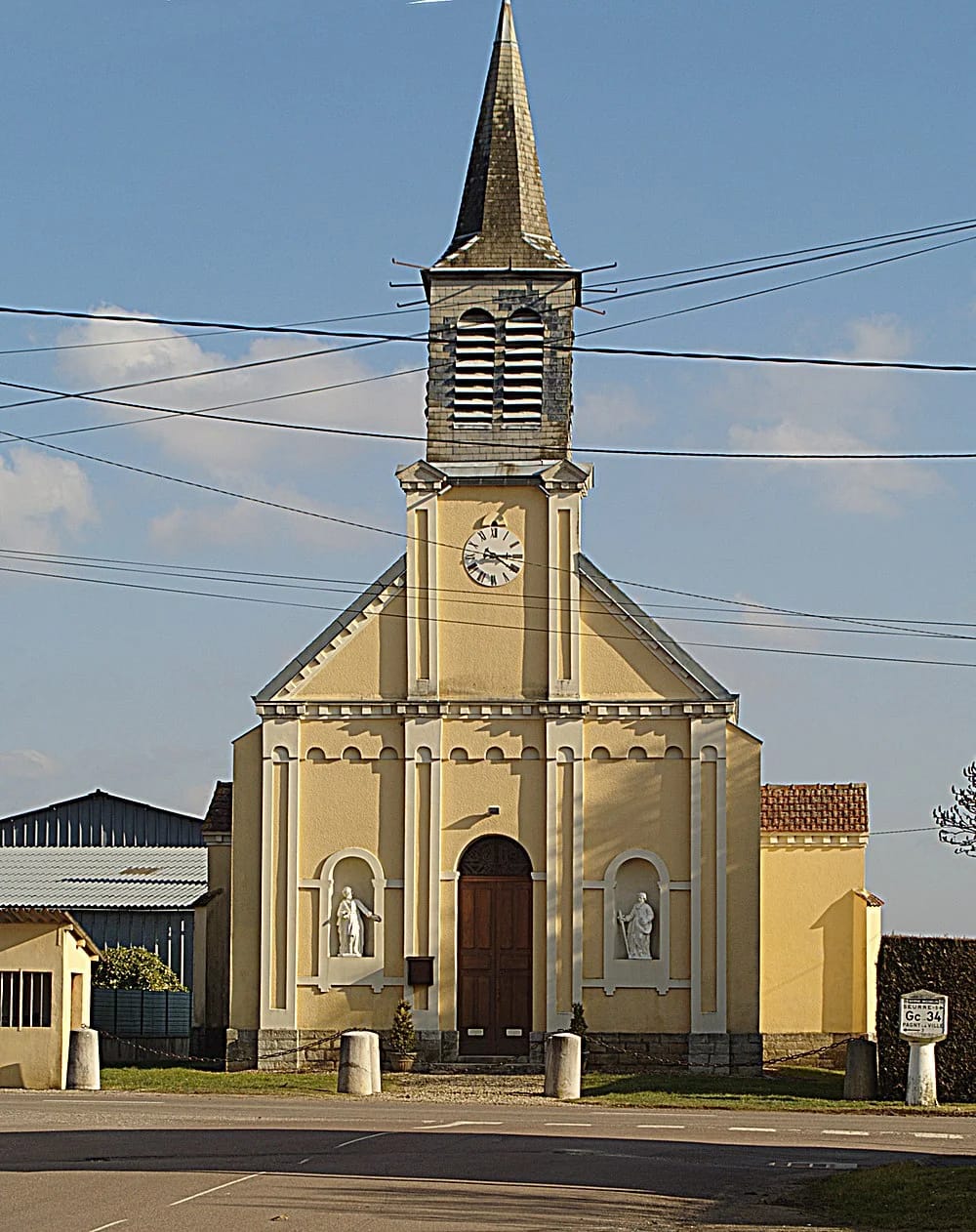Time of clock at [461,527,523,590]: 4:14
